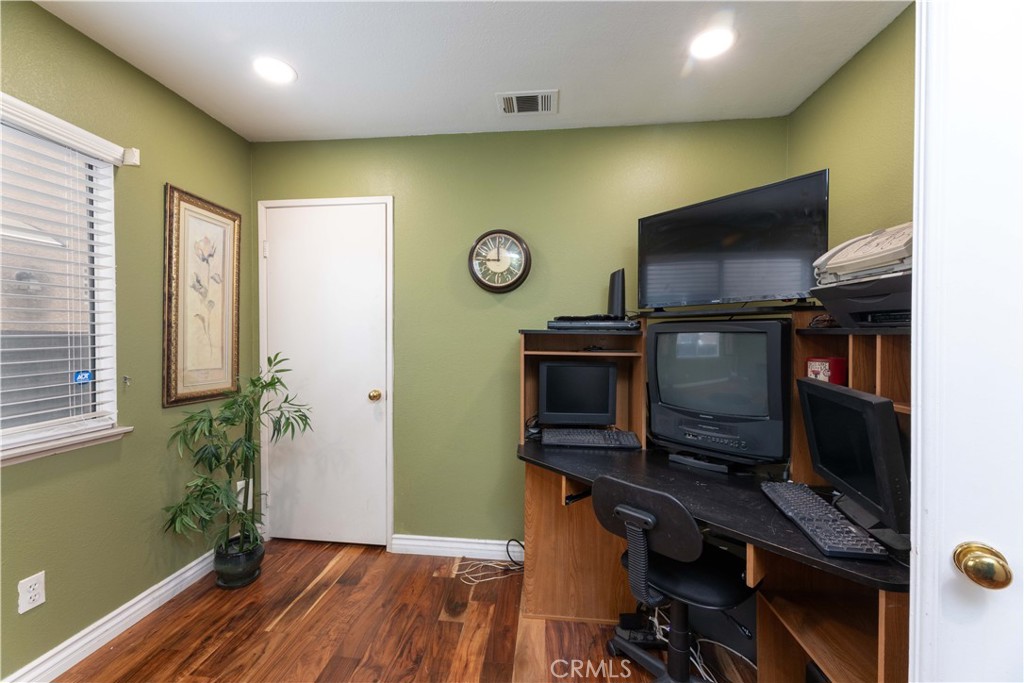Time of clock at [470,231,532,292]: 8:59
